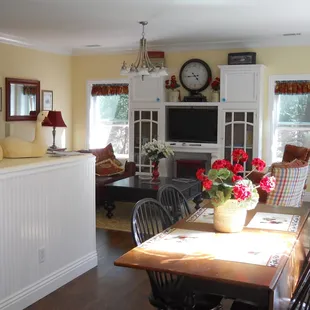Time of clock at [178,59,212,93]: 4:44
